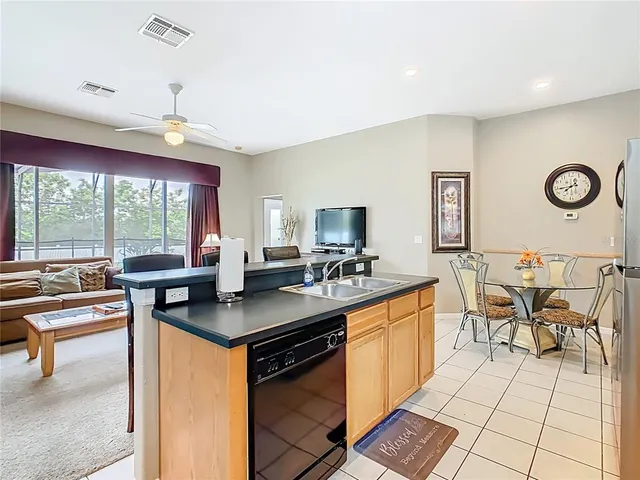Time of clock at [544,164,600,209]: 7:43
